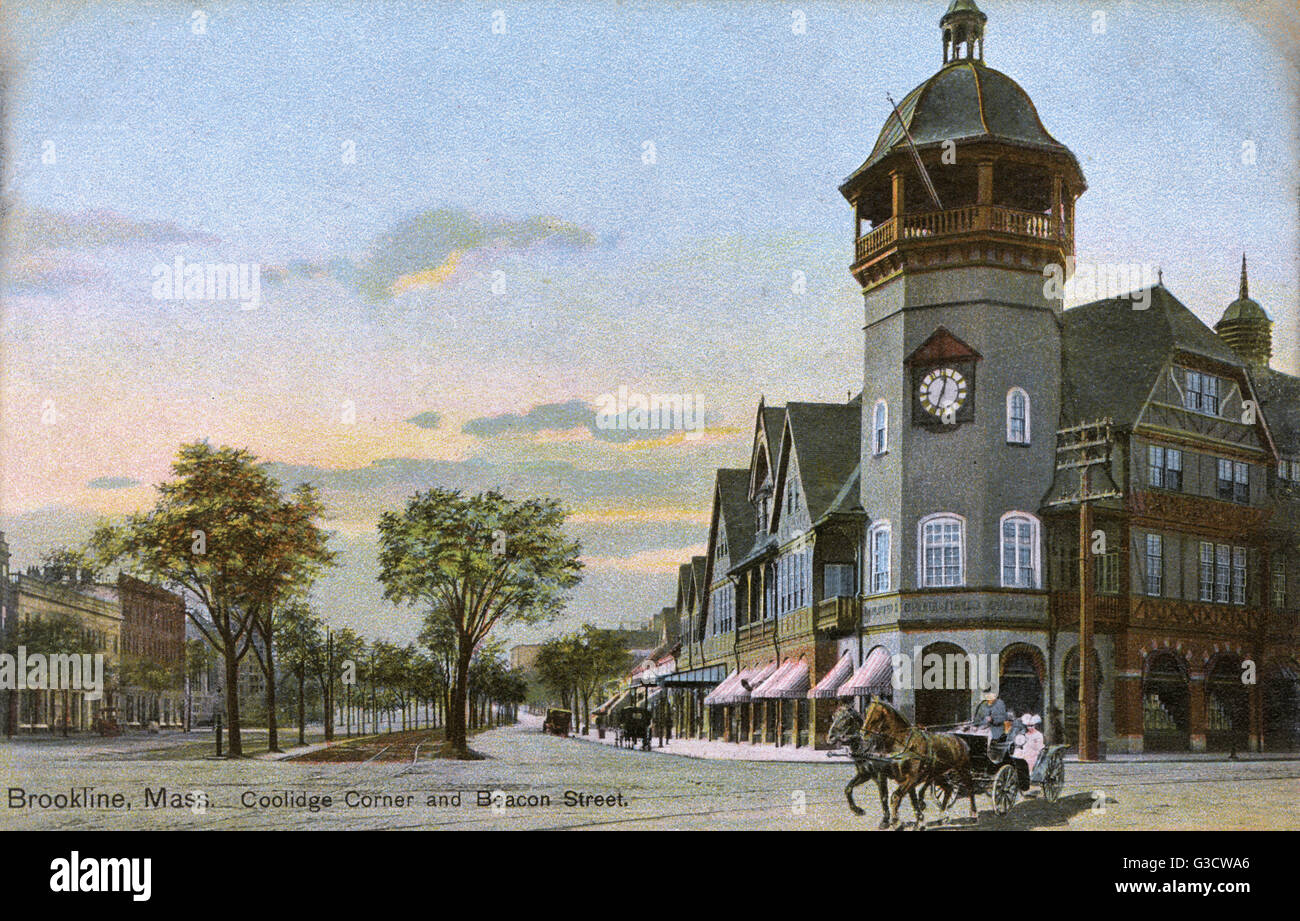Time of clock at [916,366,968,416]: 12:33
